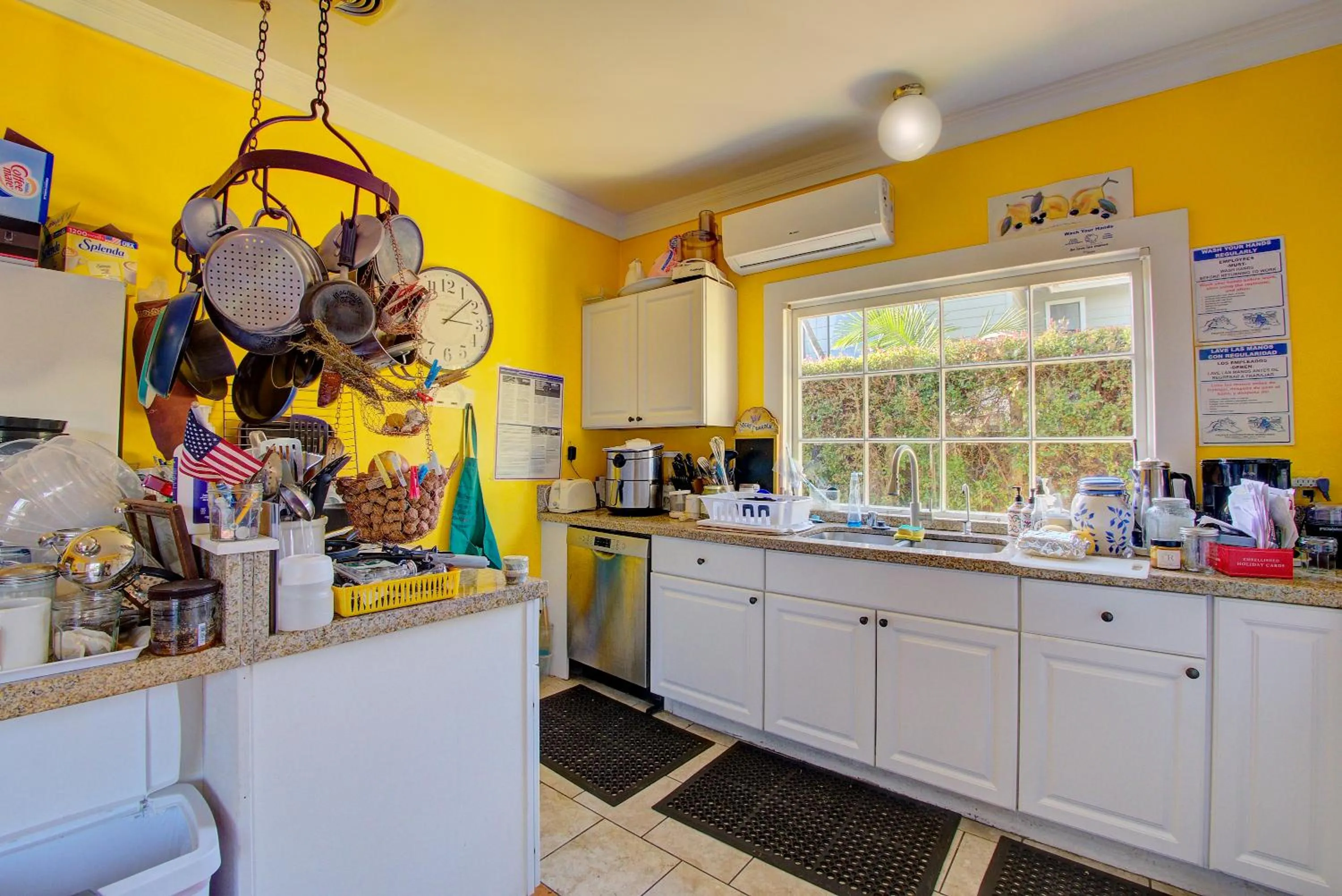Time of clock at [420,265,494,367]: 3:08
